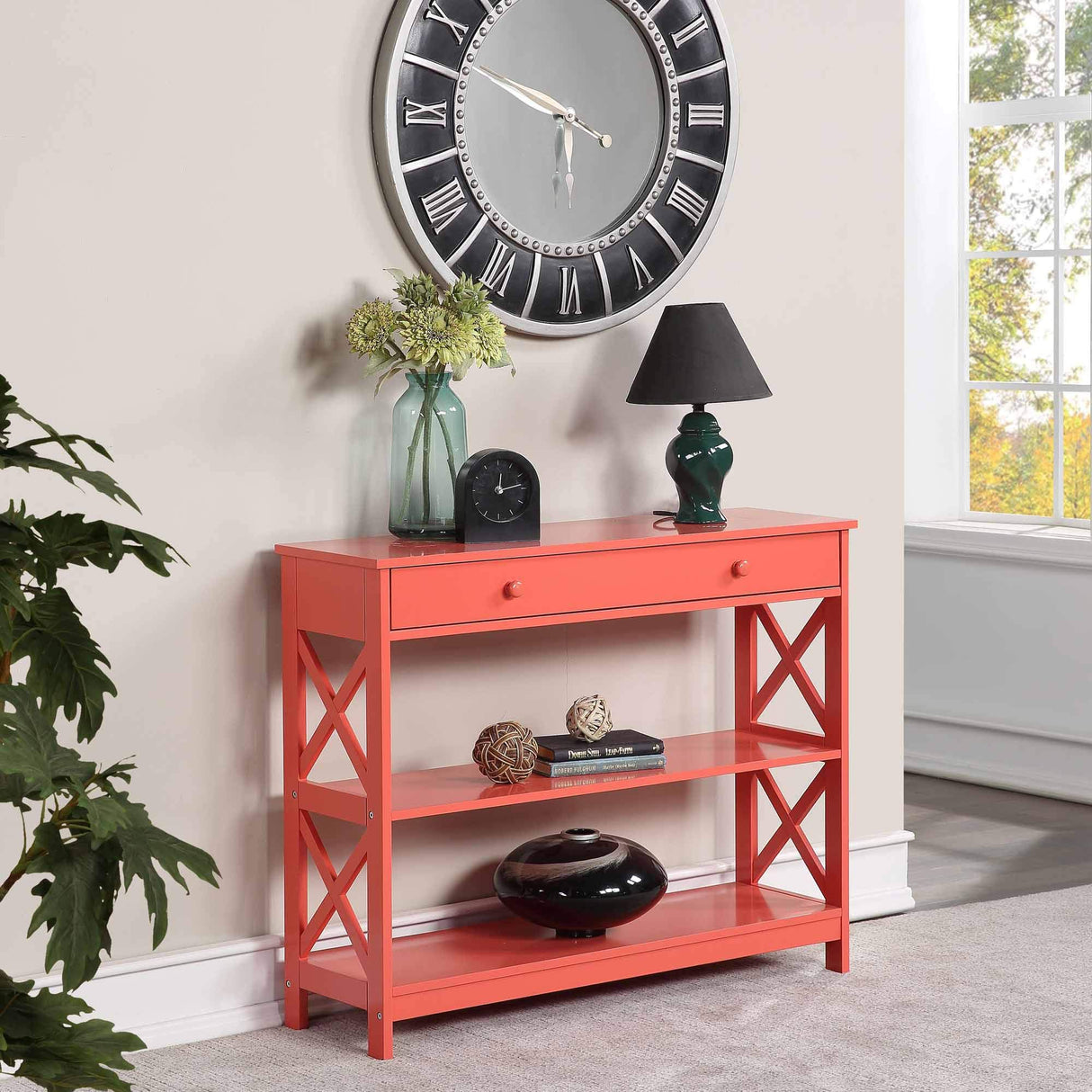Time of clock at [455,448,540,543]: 12:13
